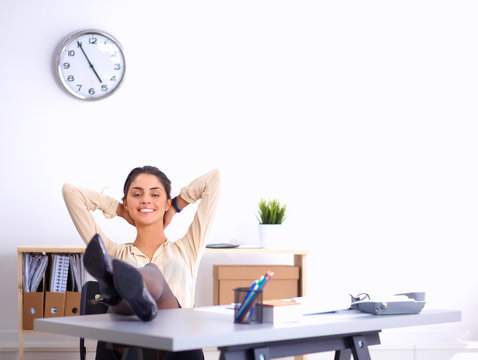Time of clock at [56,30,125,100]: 4:54
